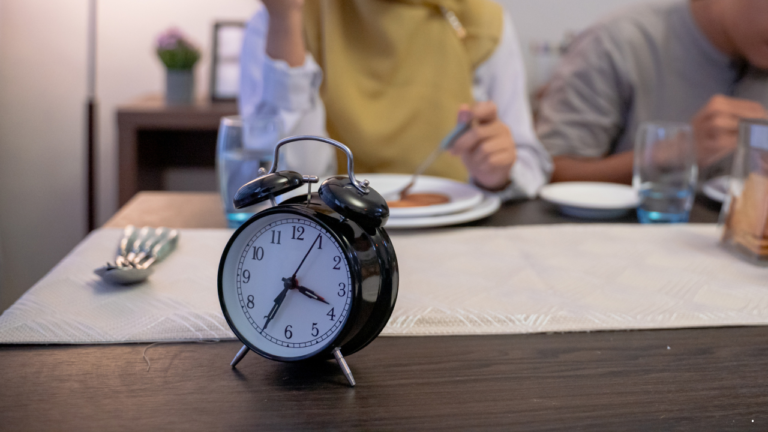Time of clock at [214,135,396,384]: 3:34
